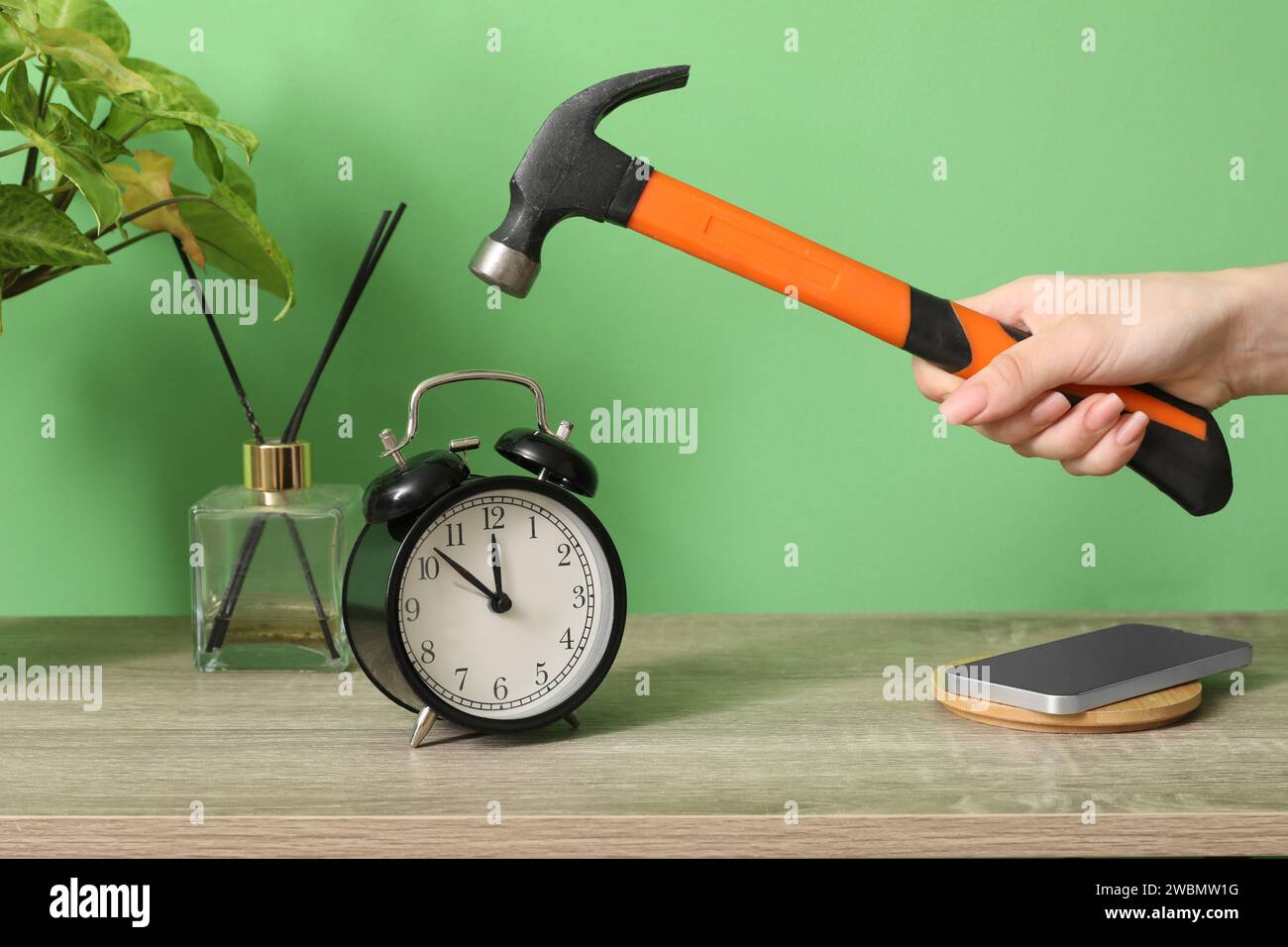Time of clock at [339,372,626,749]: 11:52
